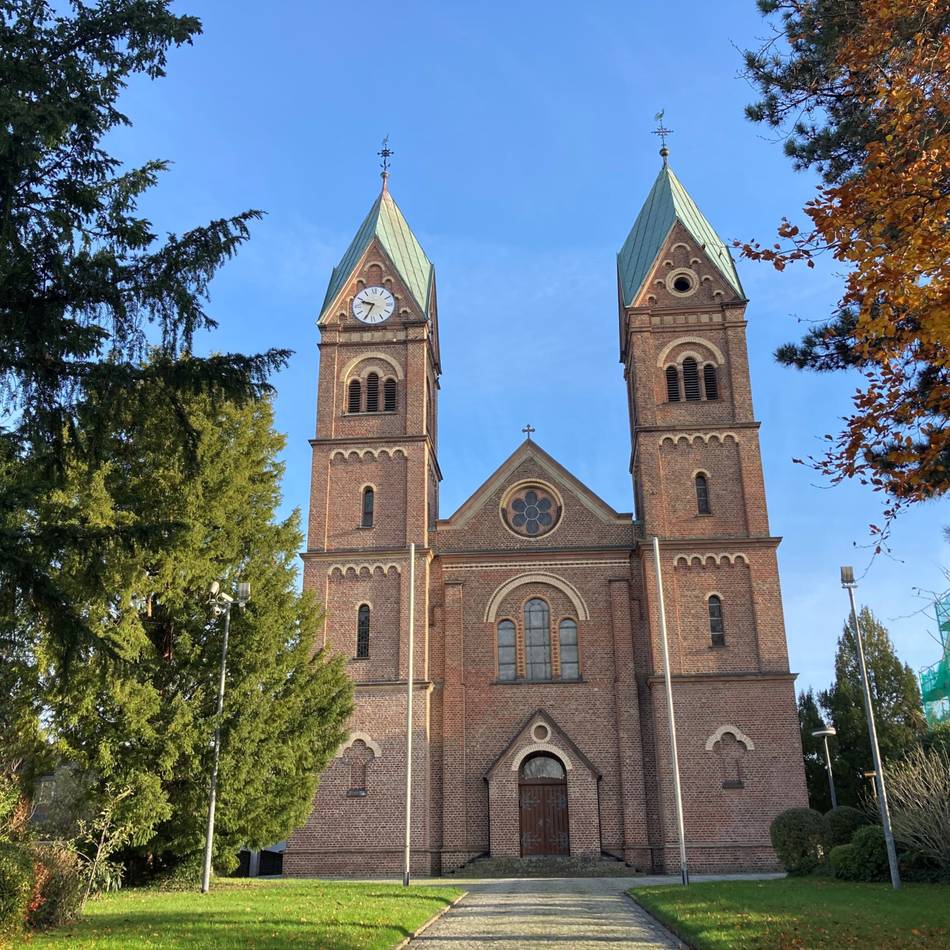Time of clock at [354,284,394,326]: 9:34
